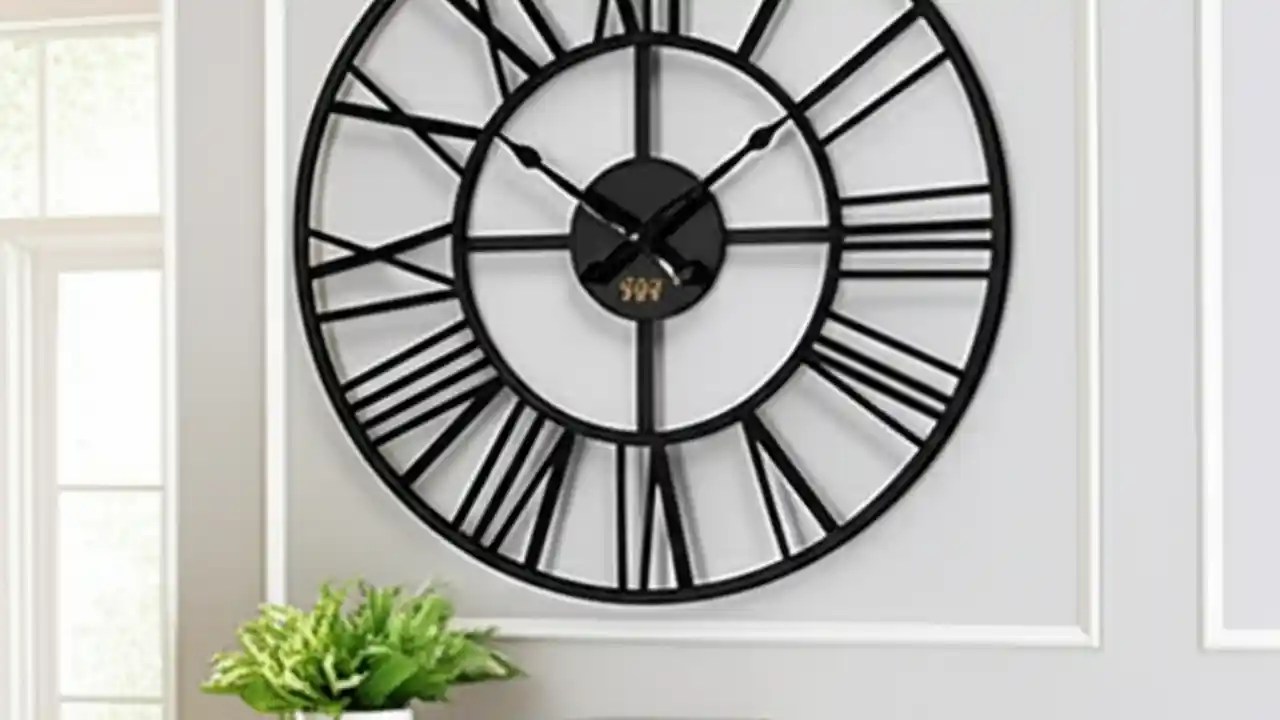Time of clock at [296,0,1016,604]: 10:14
